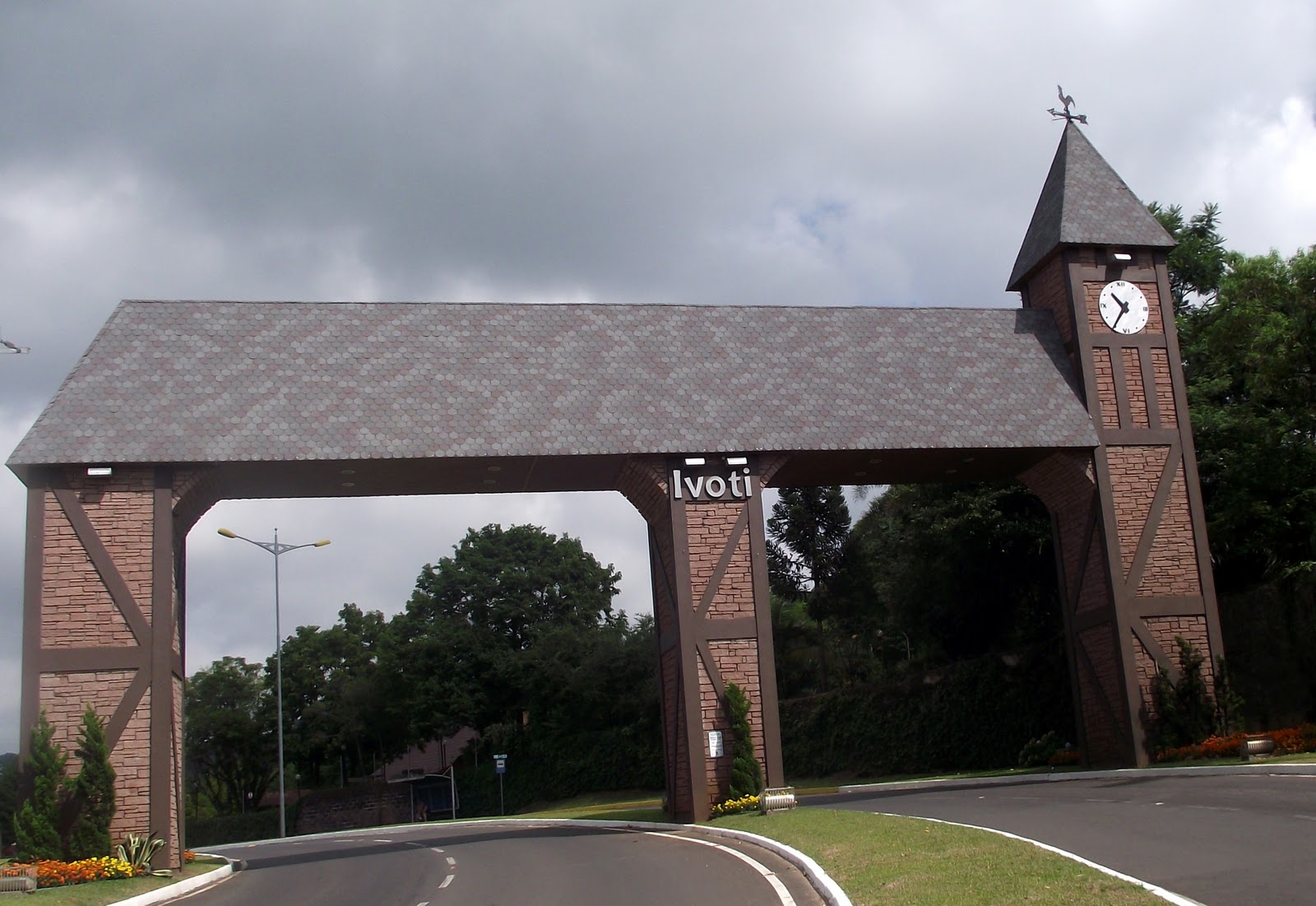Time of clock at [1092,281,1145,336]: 10:35
